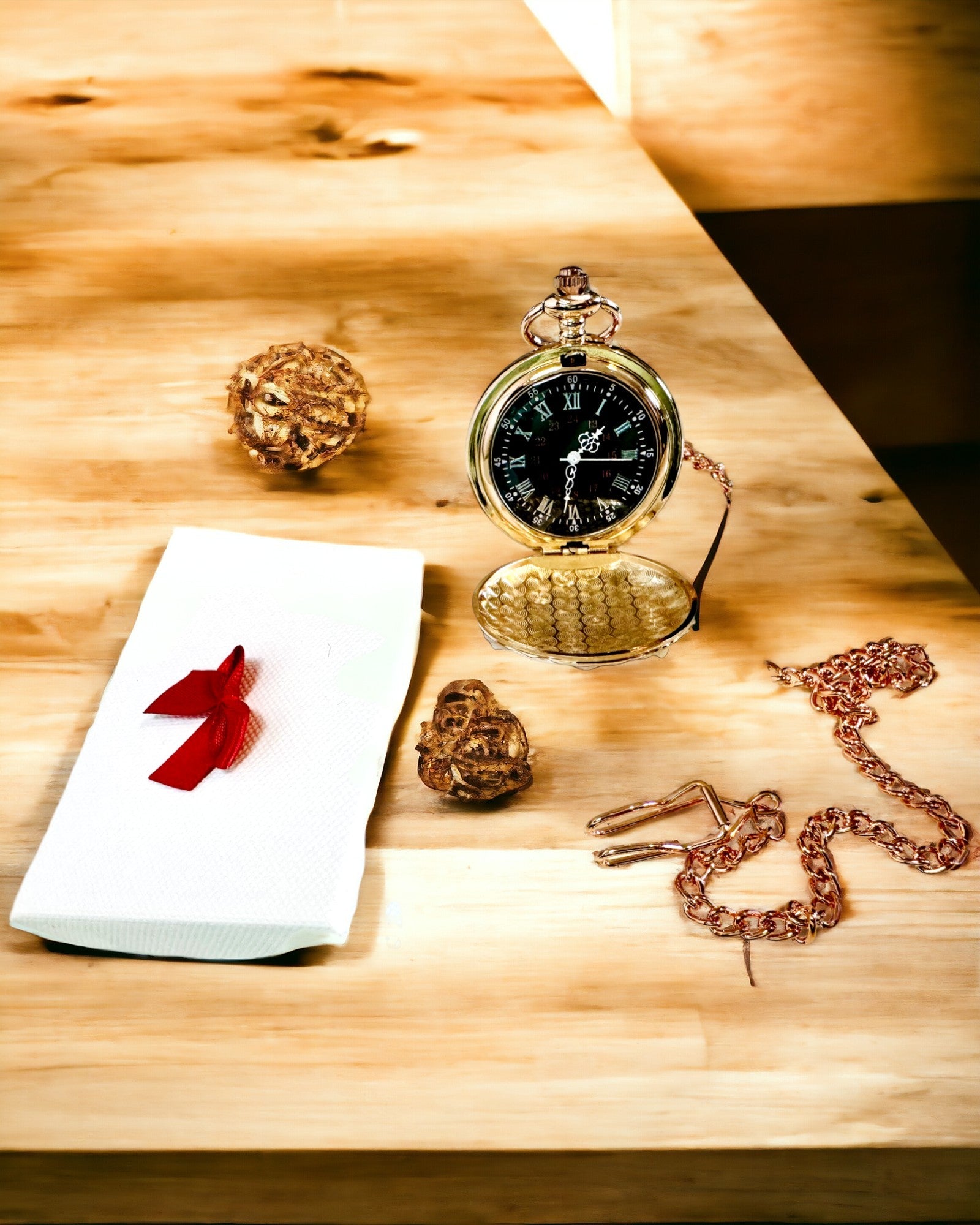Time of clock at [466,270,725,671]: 1:32
